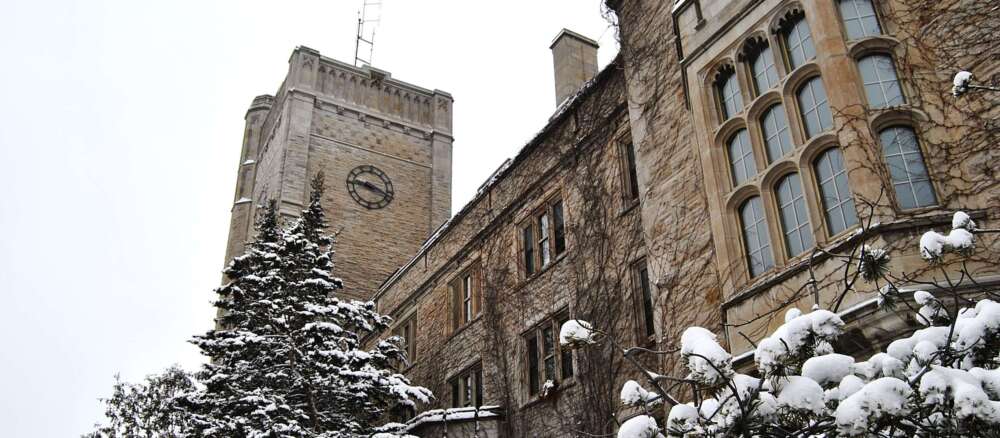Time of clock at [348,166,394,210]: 9:18
